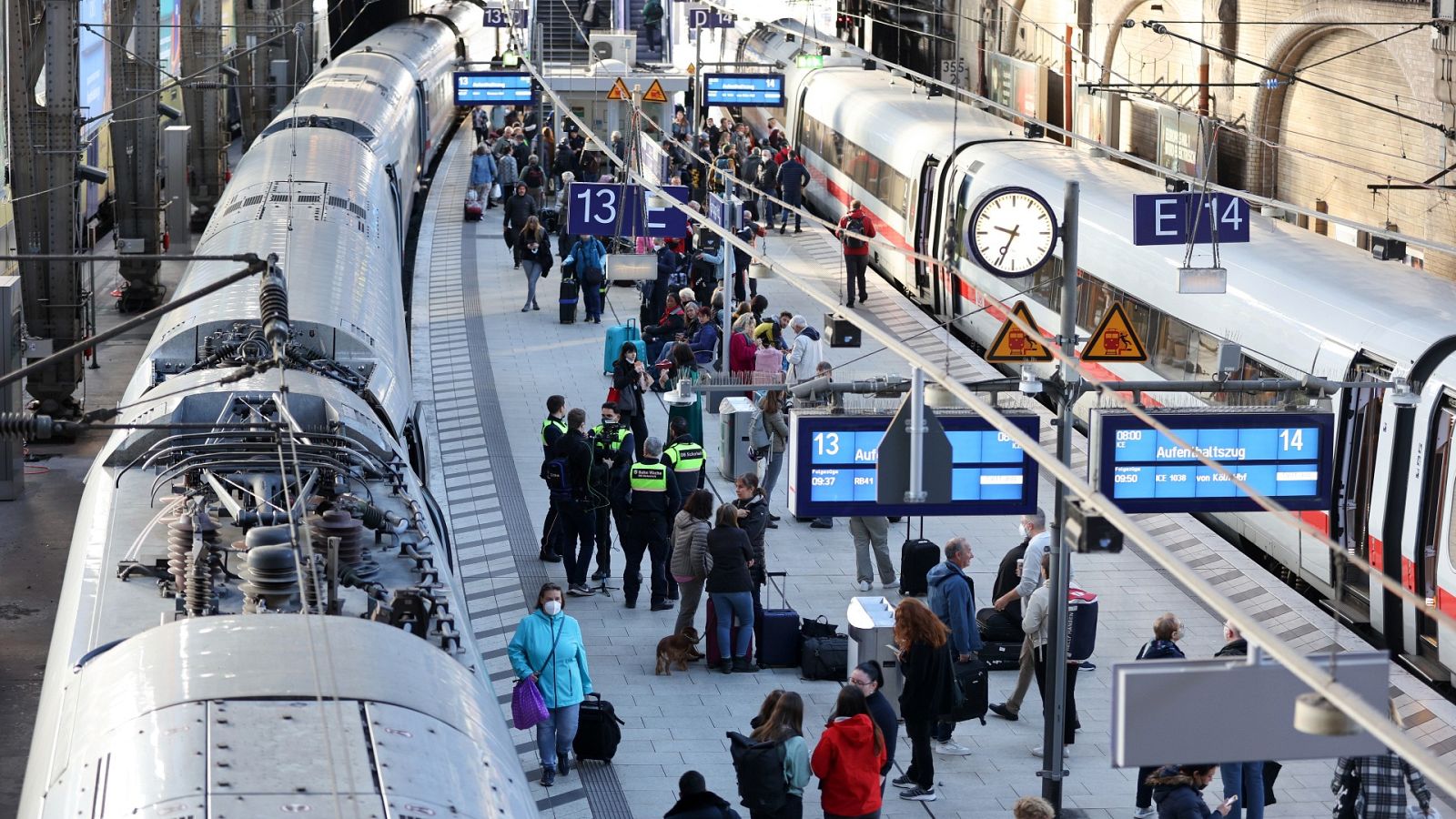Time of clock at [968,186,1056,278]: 9:34
